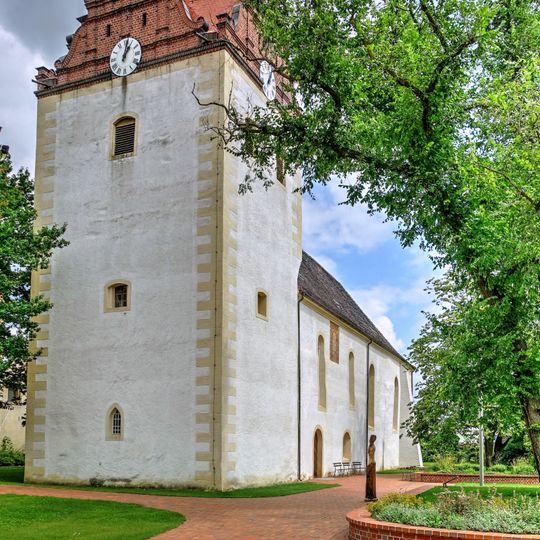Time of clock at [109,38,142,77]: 1:02
